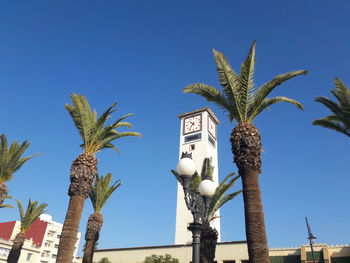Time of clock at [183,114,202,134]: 10:36
